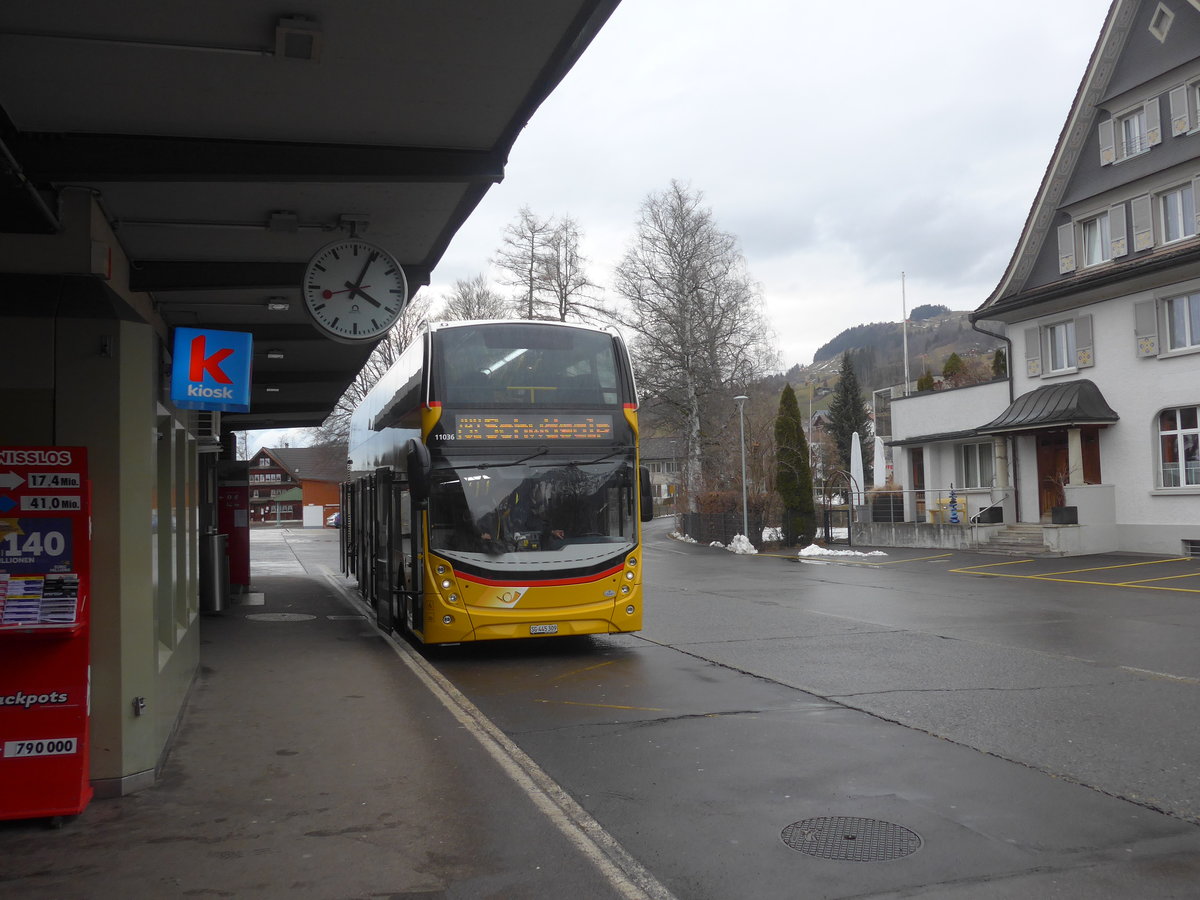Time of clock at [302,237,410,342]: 4:04
